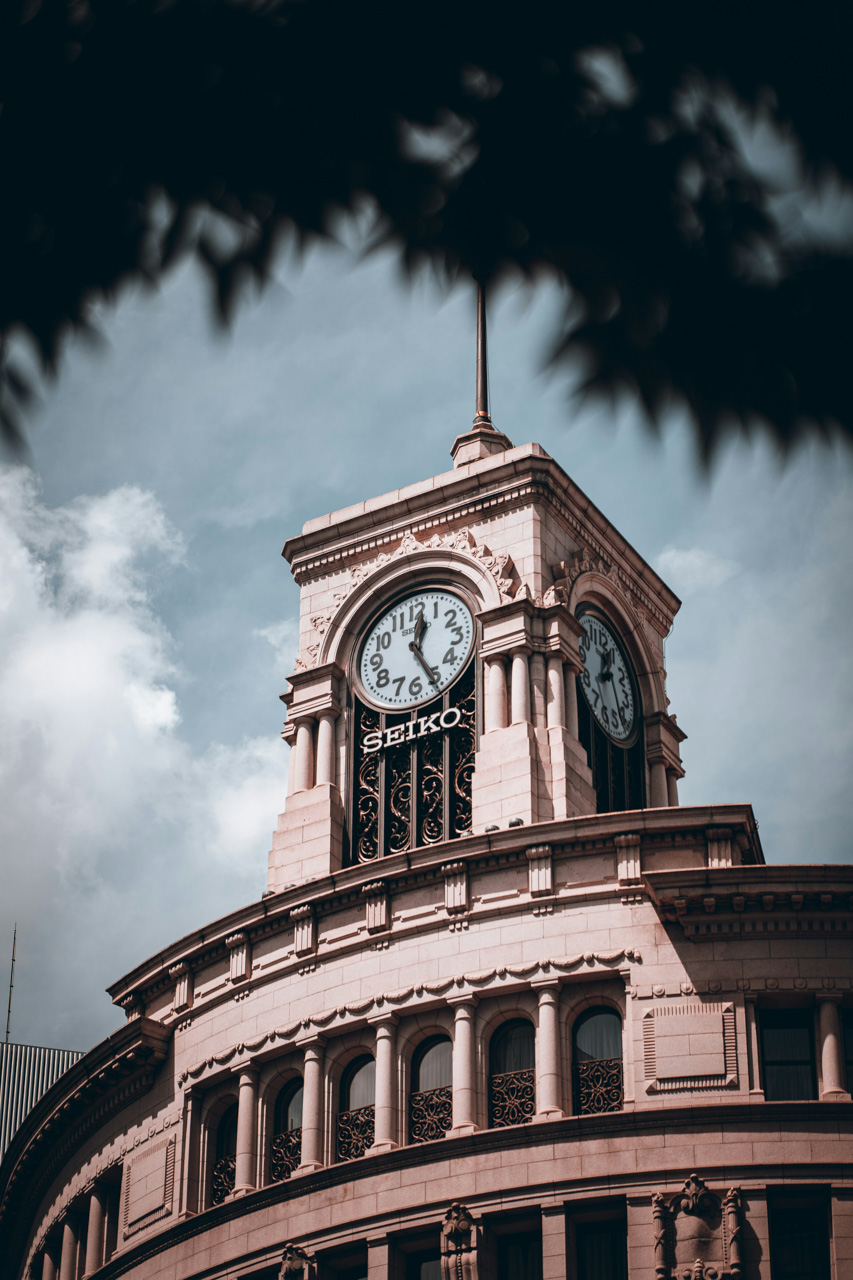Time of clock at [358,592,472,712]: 12:25
